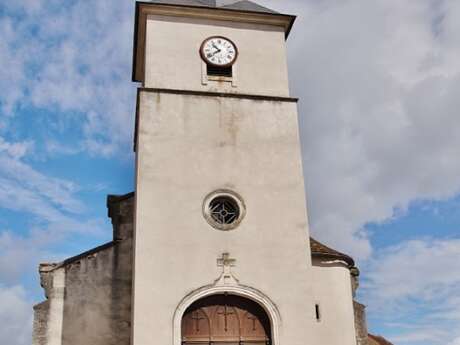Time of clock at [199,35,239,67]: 10:39
